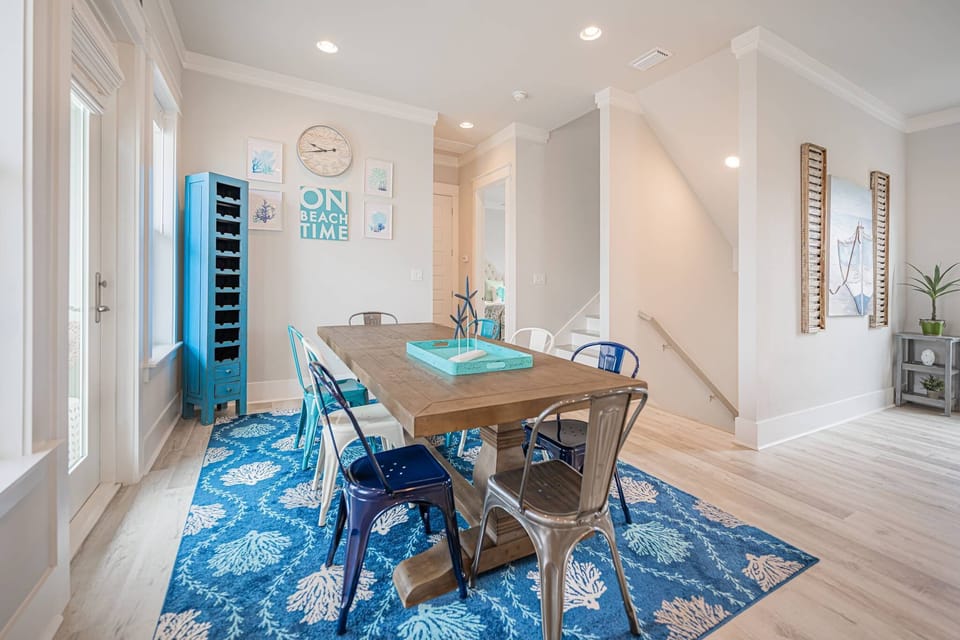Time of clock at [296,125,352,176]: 9:43
